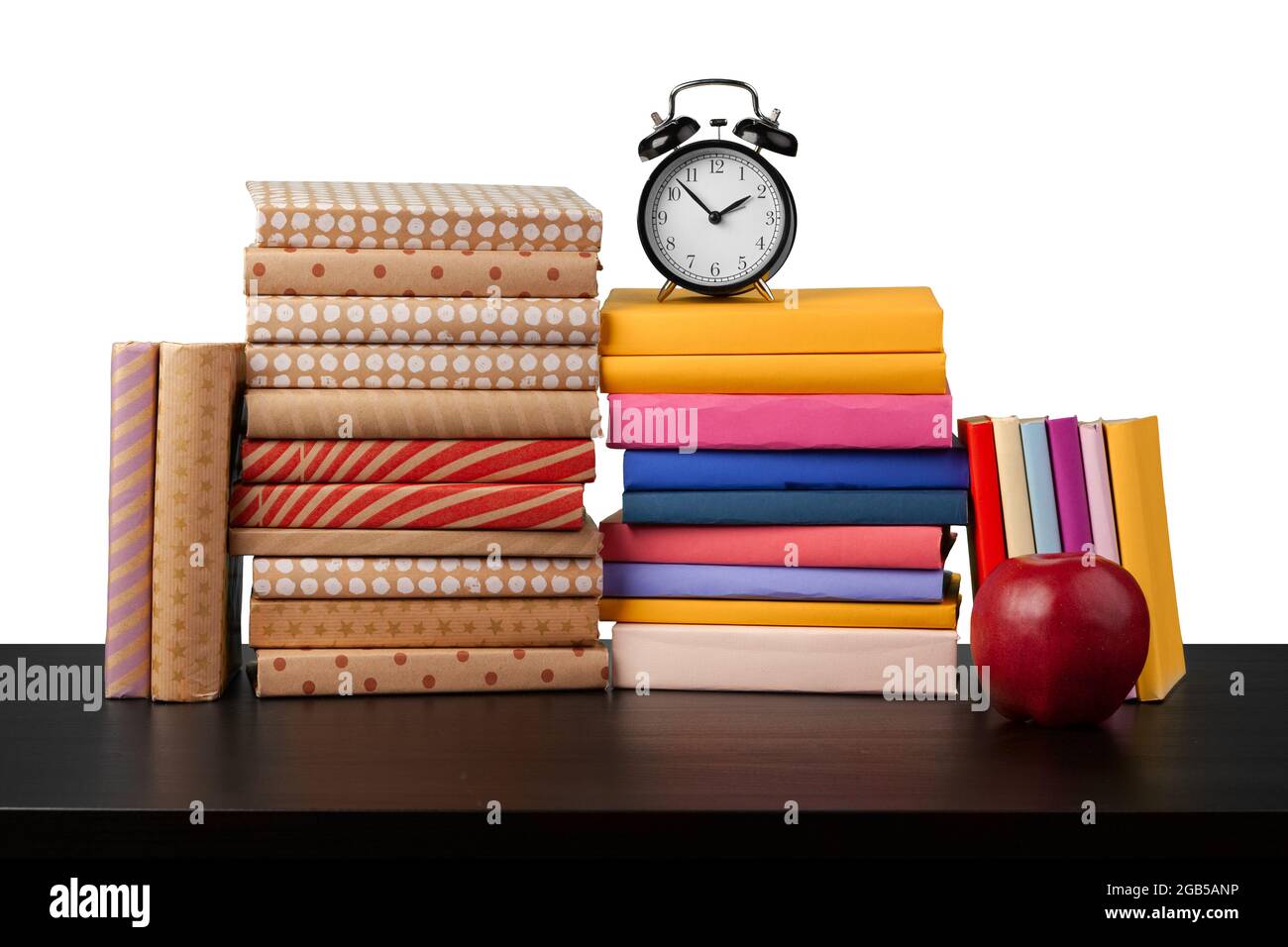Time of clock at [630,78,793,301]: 1:52
